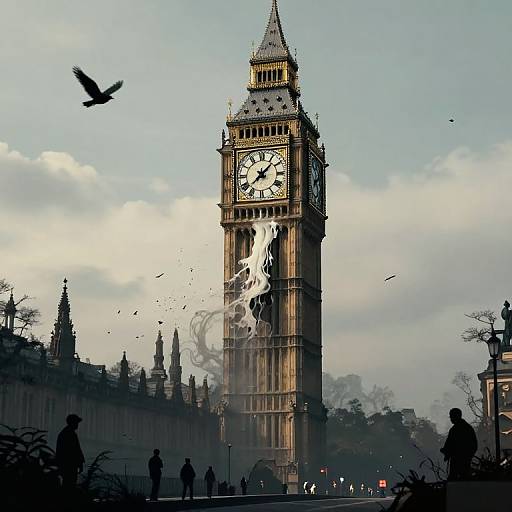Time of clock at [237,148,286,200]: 1:37
